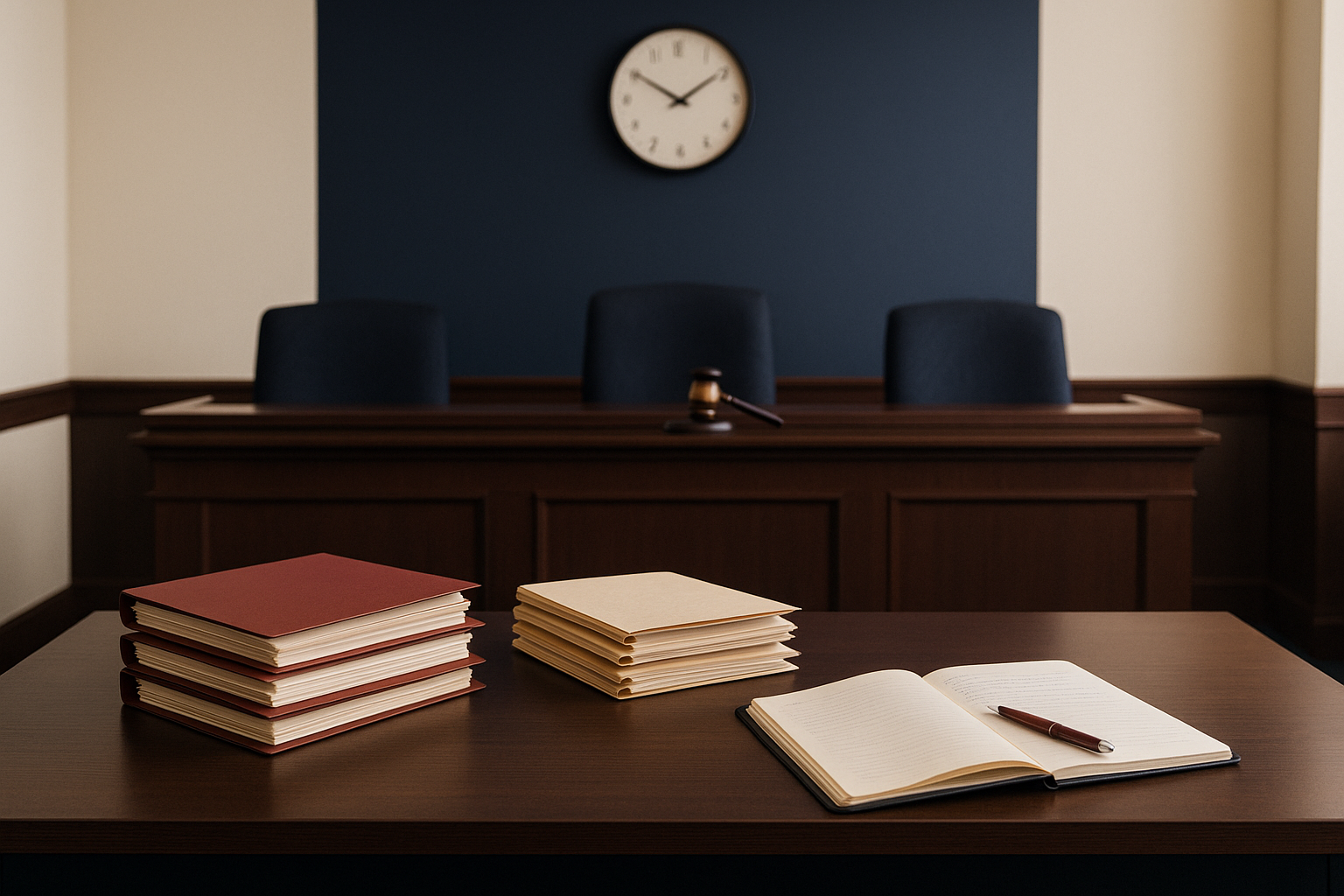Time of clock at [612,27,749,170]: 1:50
